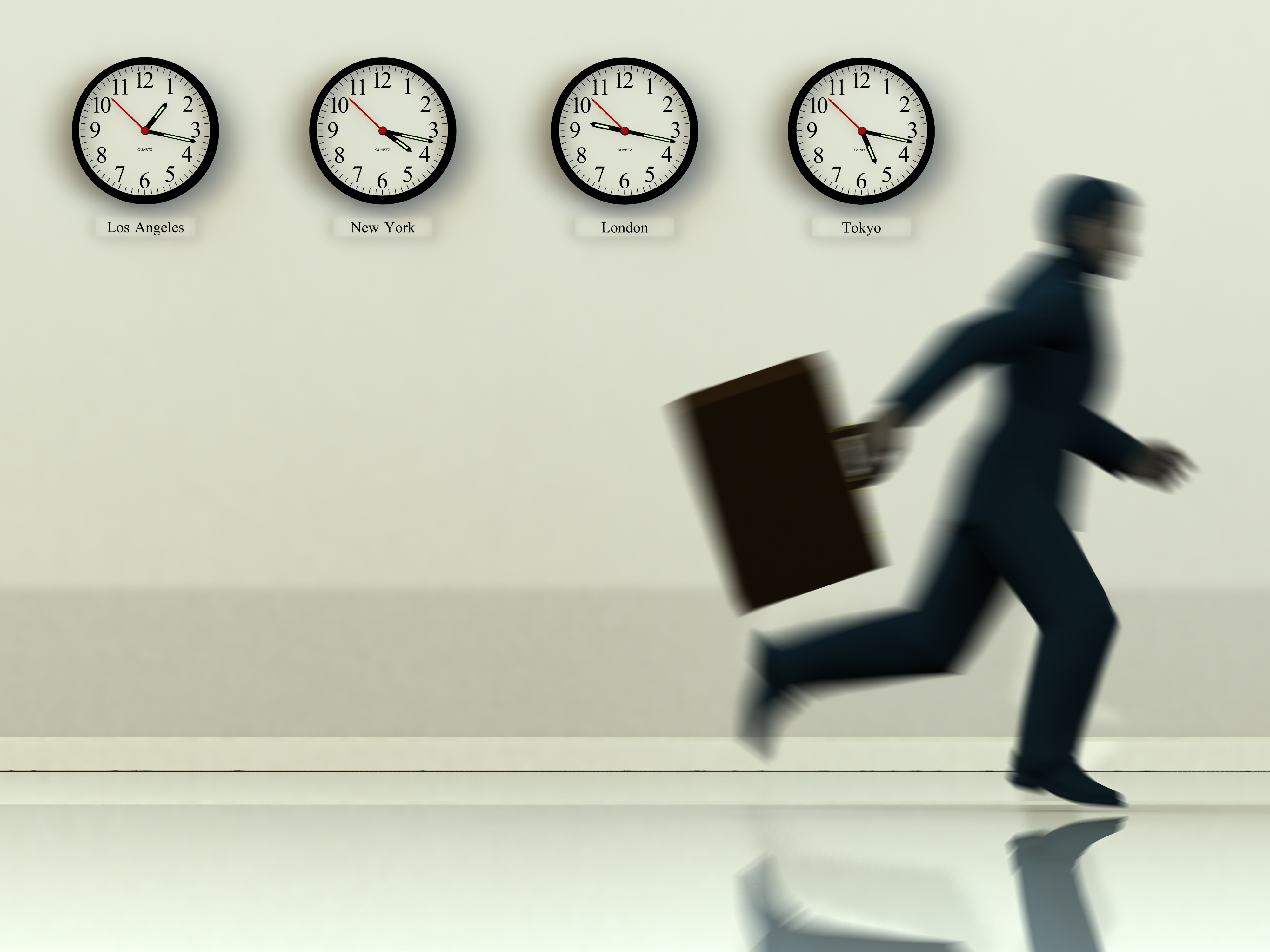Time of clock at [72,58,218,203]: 1:17
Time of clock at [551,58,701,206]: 9:17
